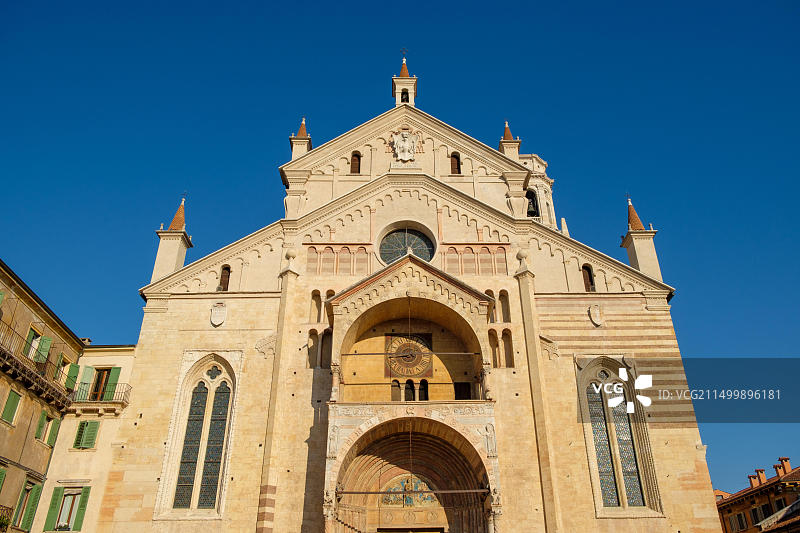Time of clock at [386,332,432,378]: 8:43
